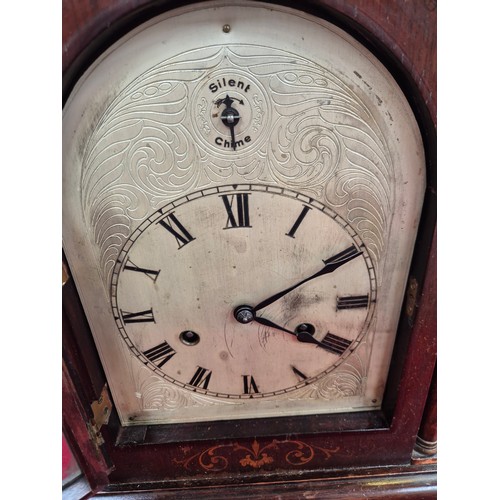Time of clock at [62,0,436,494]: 4:10
